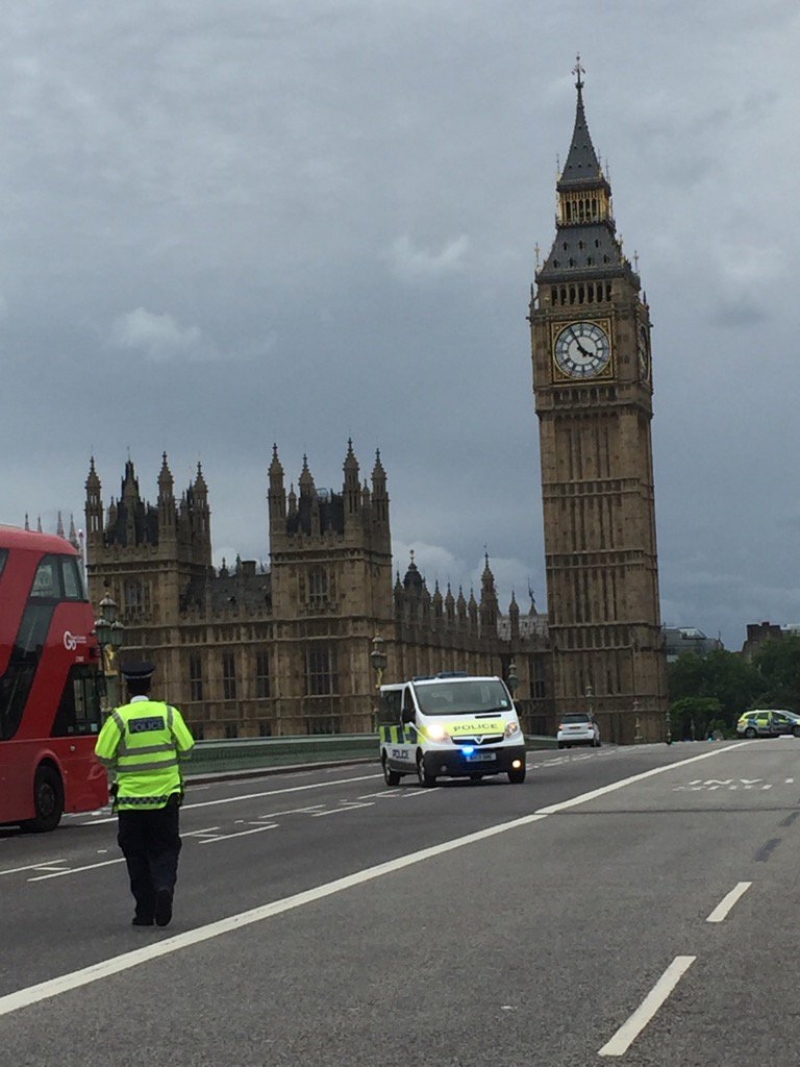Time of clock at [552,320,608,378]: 3:55
